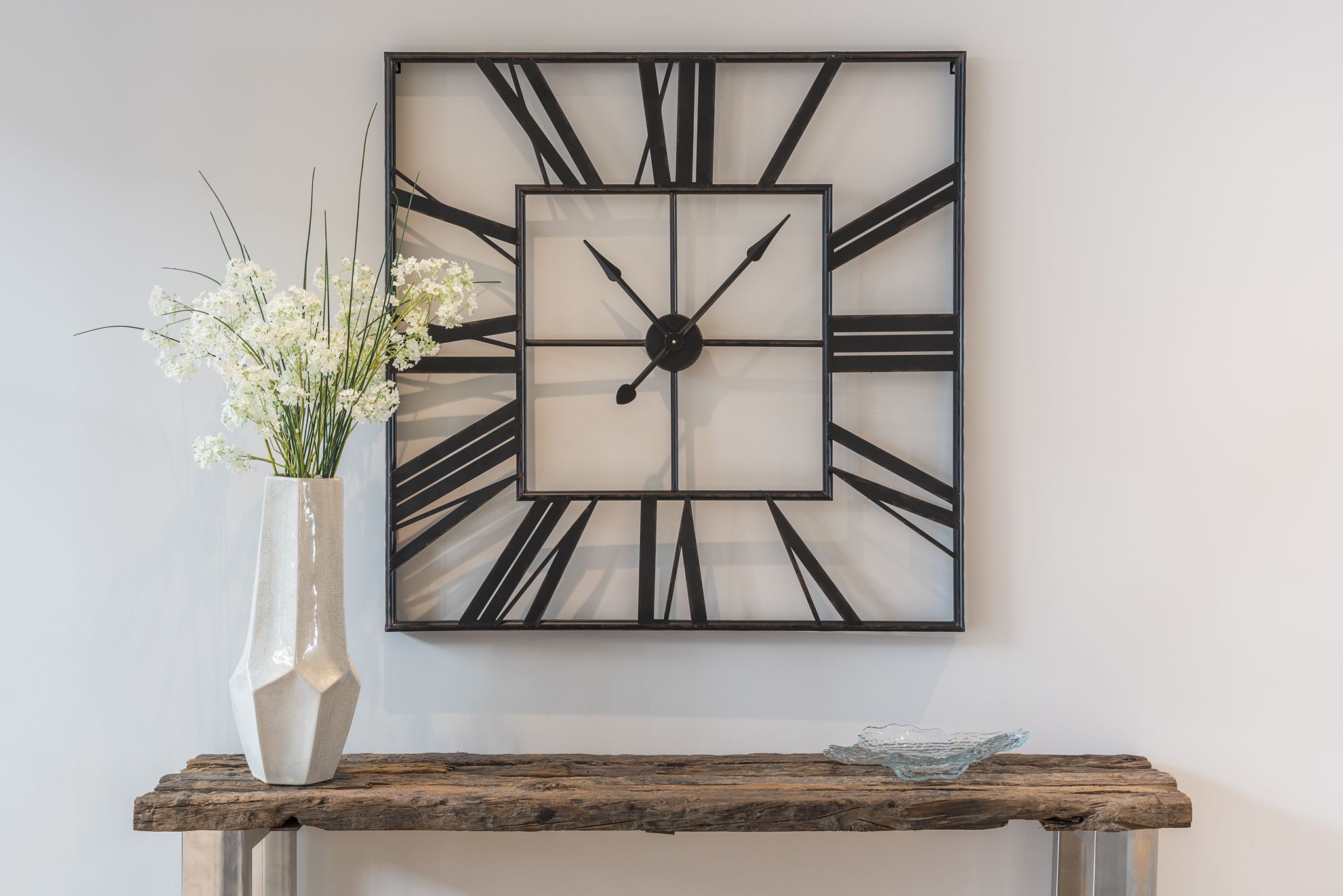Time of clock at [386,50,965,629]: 1:14
